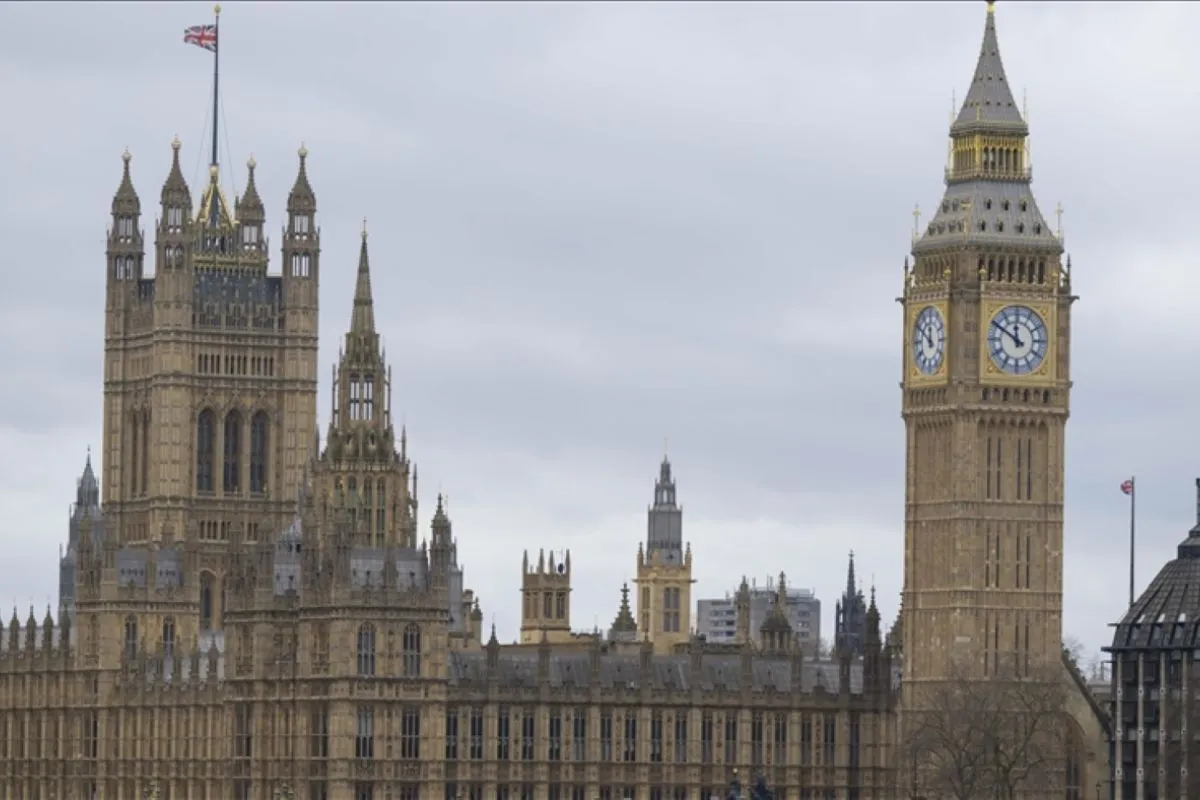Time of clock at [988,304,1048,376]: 11:50
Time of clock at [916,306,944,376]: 11:50
